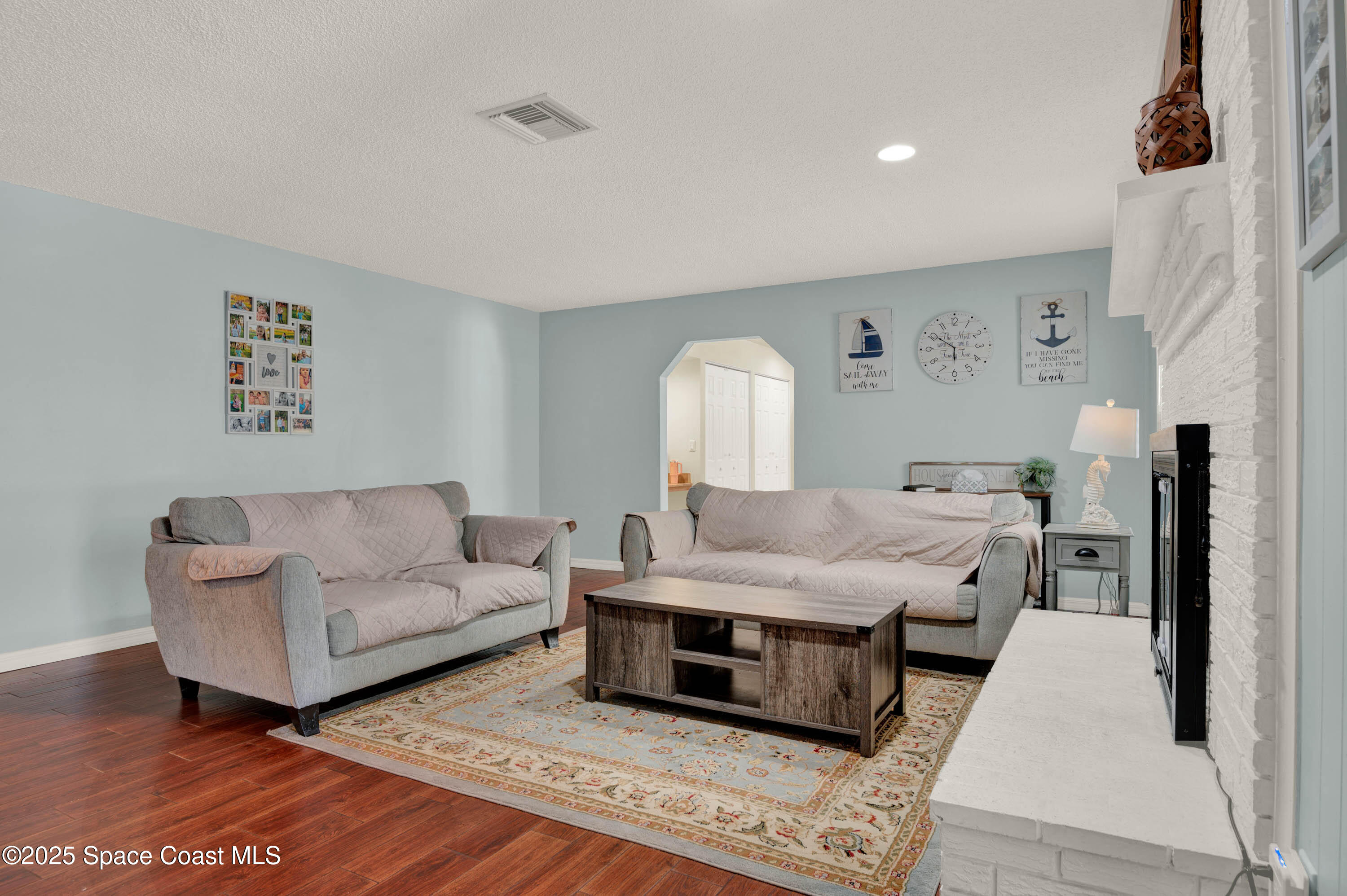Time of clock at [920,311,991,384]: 5:50
